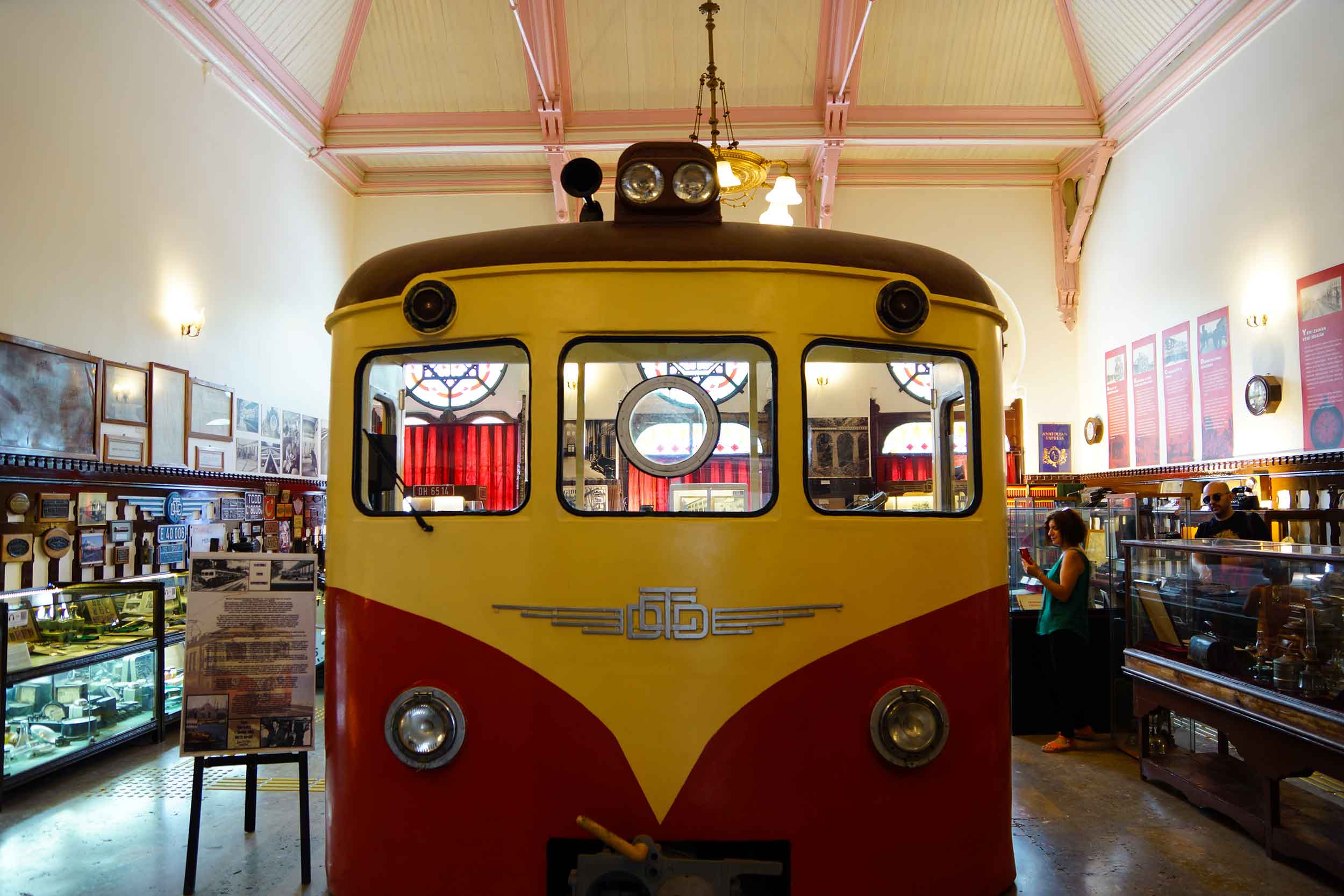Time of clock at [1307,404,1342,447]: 10:07
